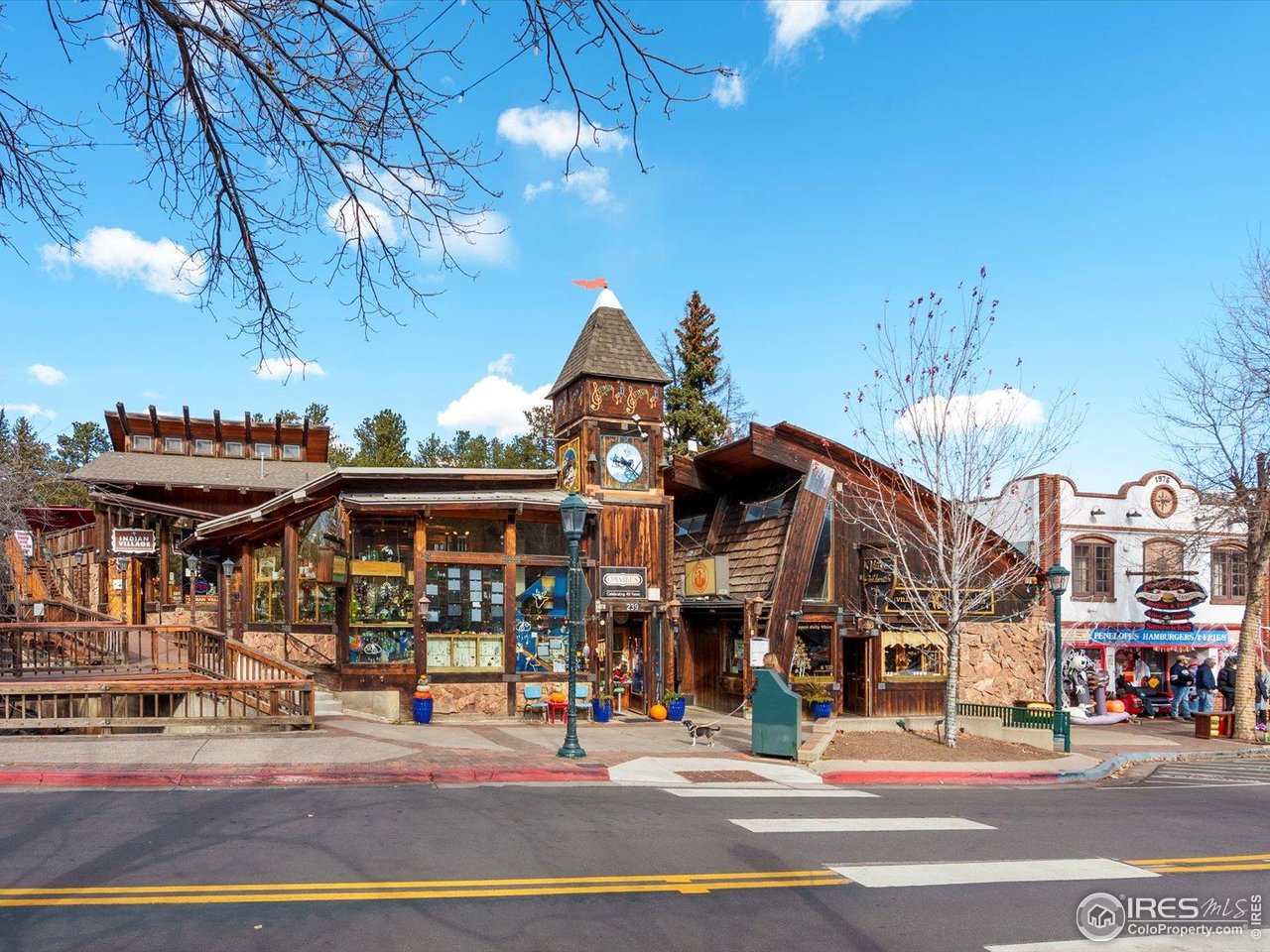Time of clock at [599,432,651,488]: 9:22
